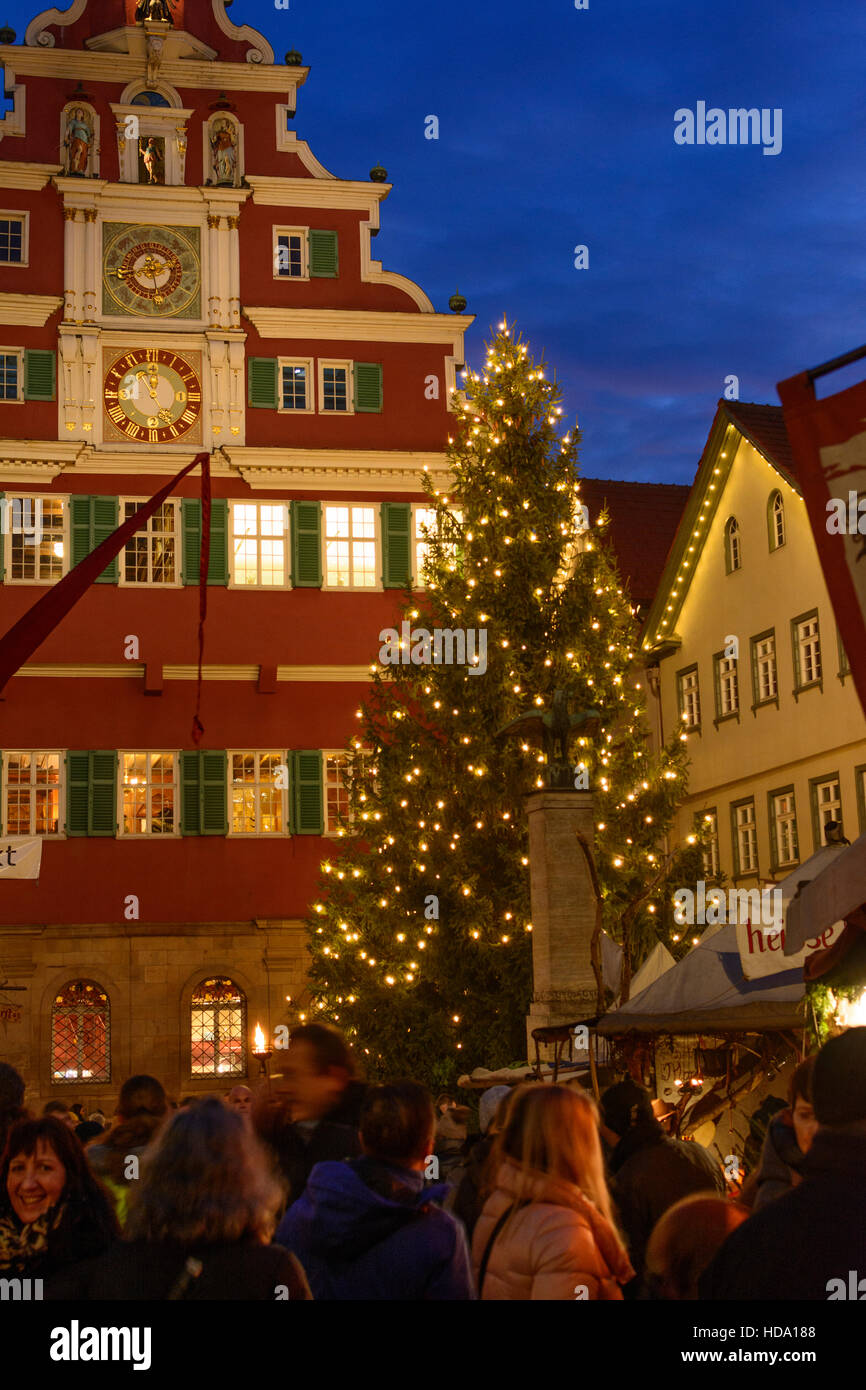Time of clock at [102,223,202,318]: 5:42
